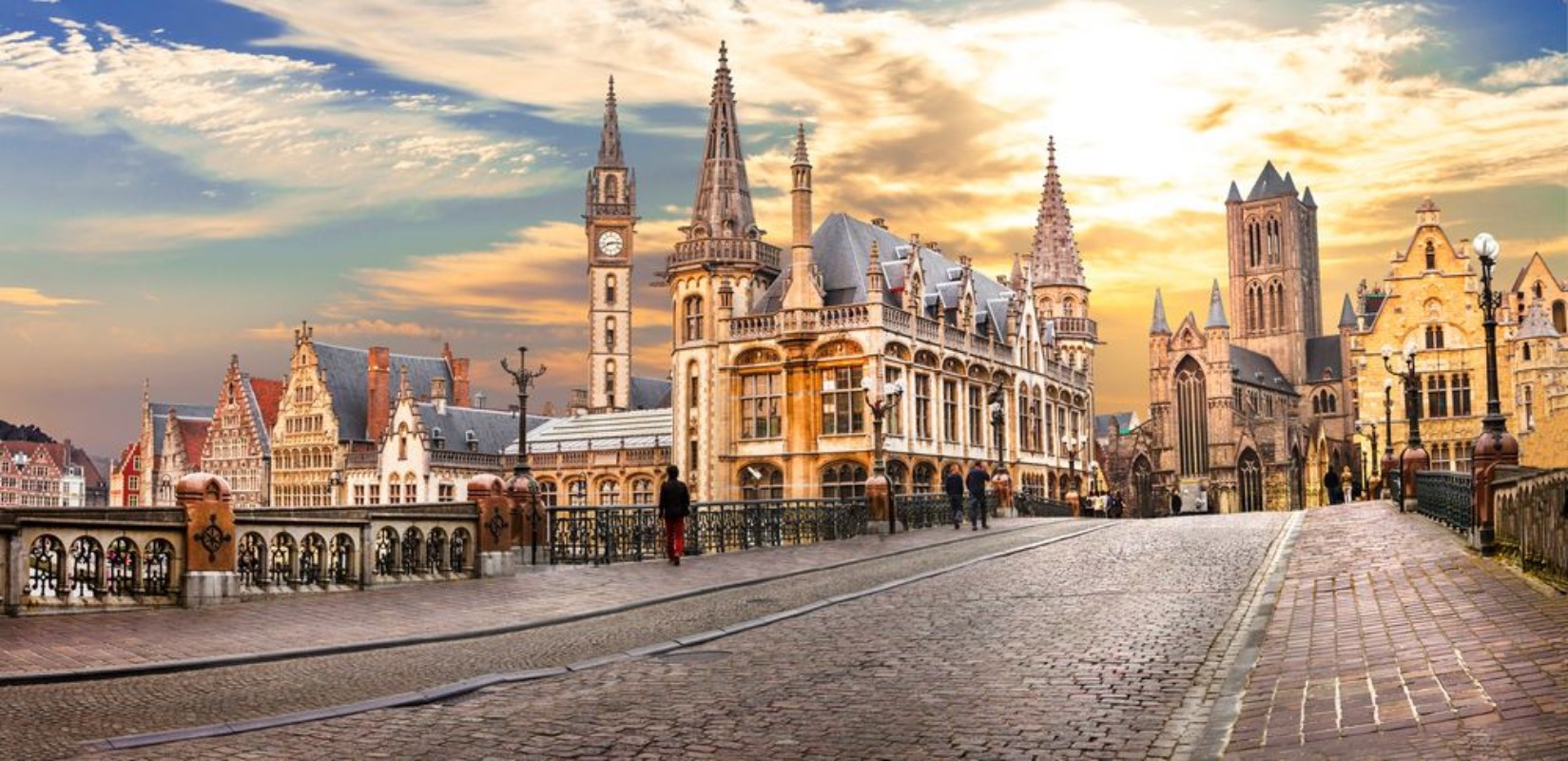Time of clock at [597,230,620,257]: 8:14
